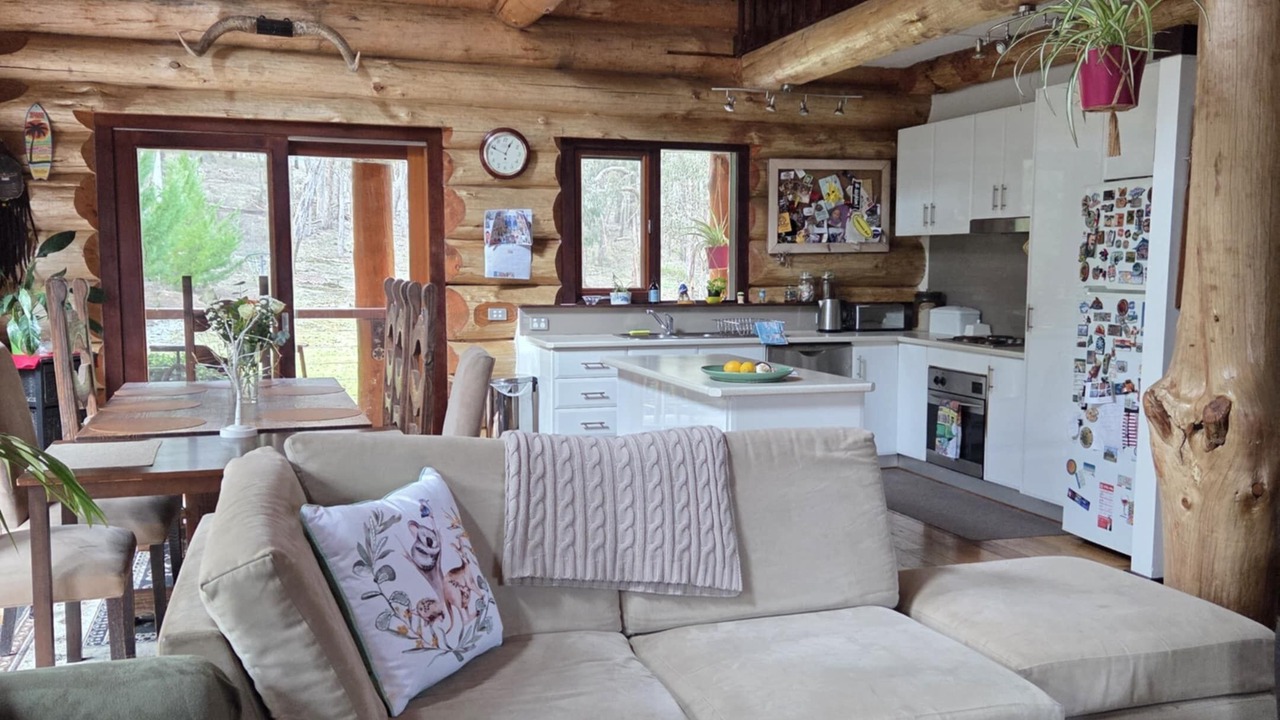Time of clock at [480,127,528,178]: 12:48
